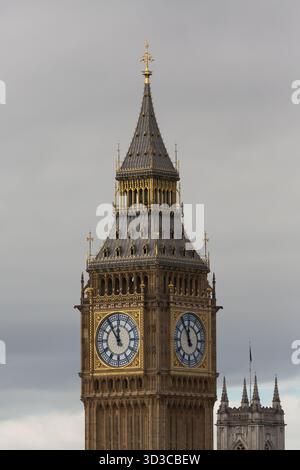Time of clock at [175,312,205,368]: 11:55
